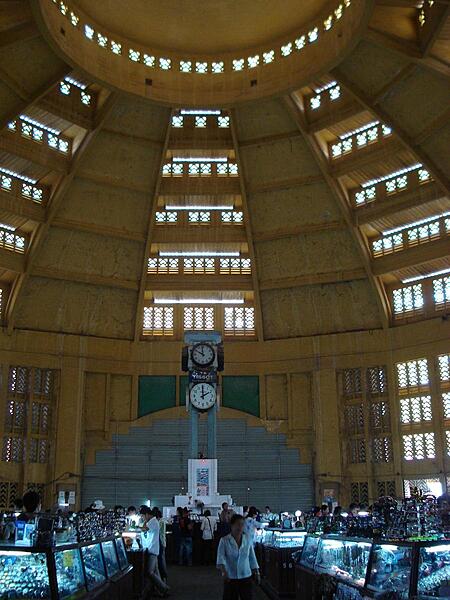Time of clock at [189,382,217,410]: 1:59
